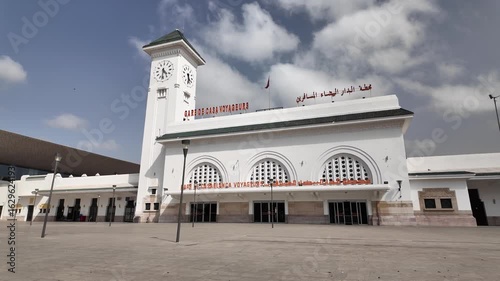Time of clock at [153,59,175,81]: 4:31
